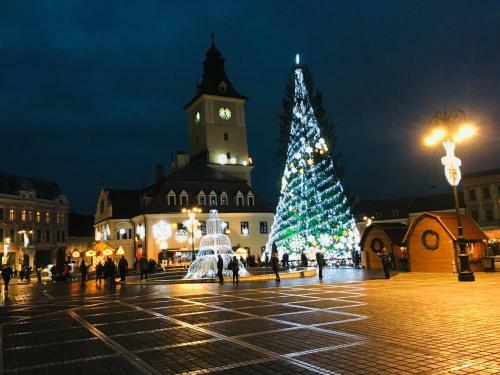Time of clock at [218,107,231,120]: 4:59
